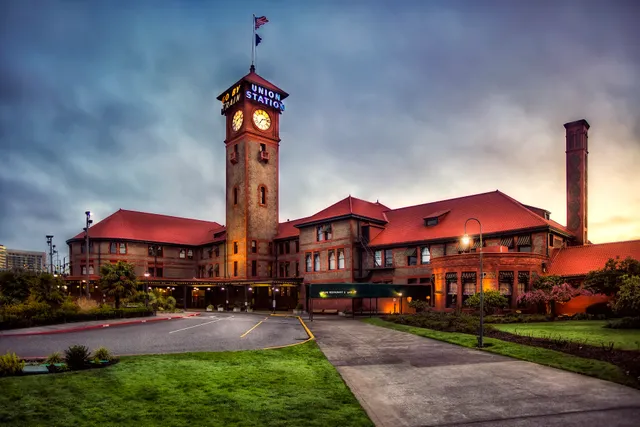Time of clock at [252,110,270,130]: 7:12
